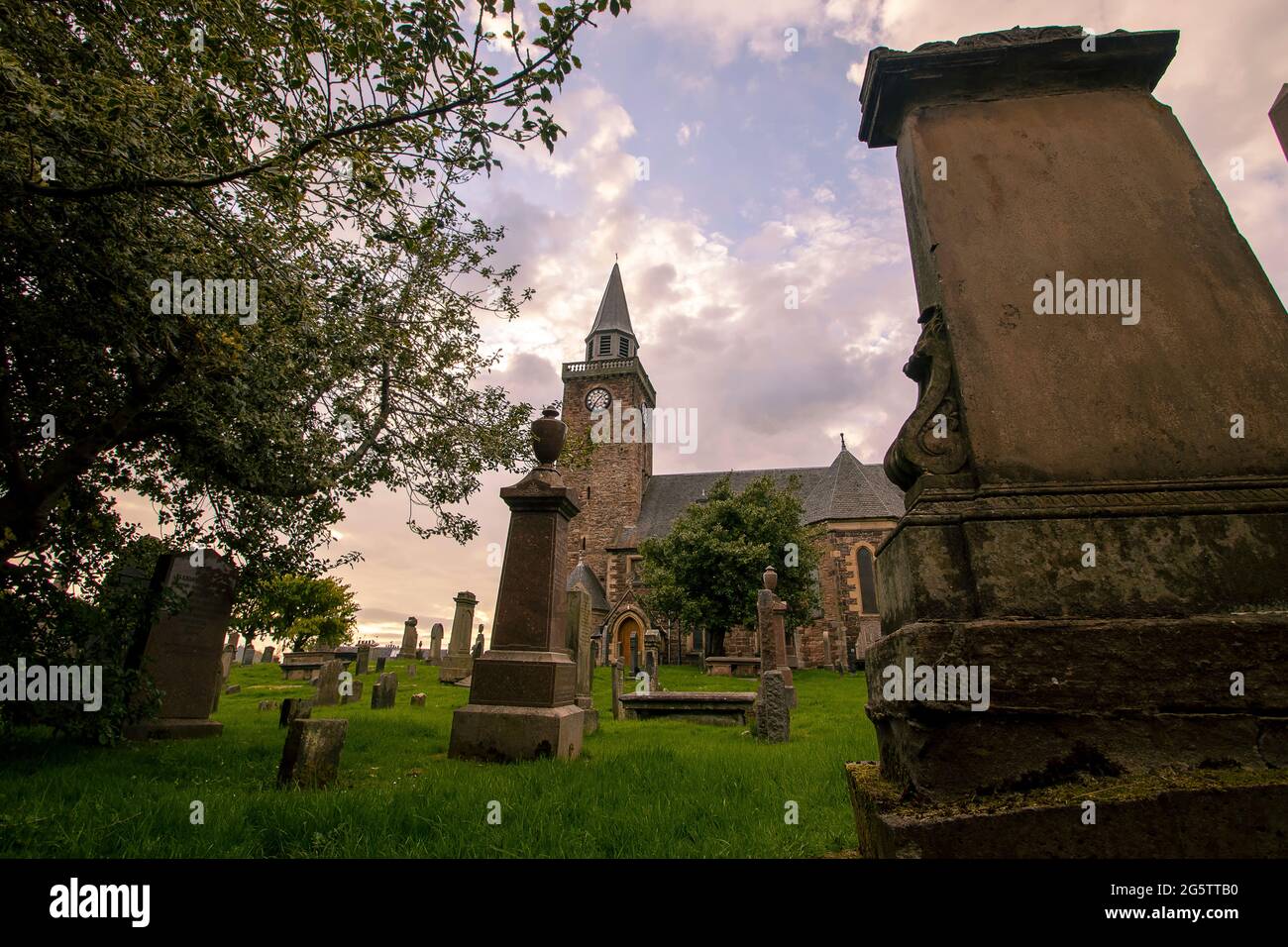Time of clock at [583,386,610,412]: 1:35
